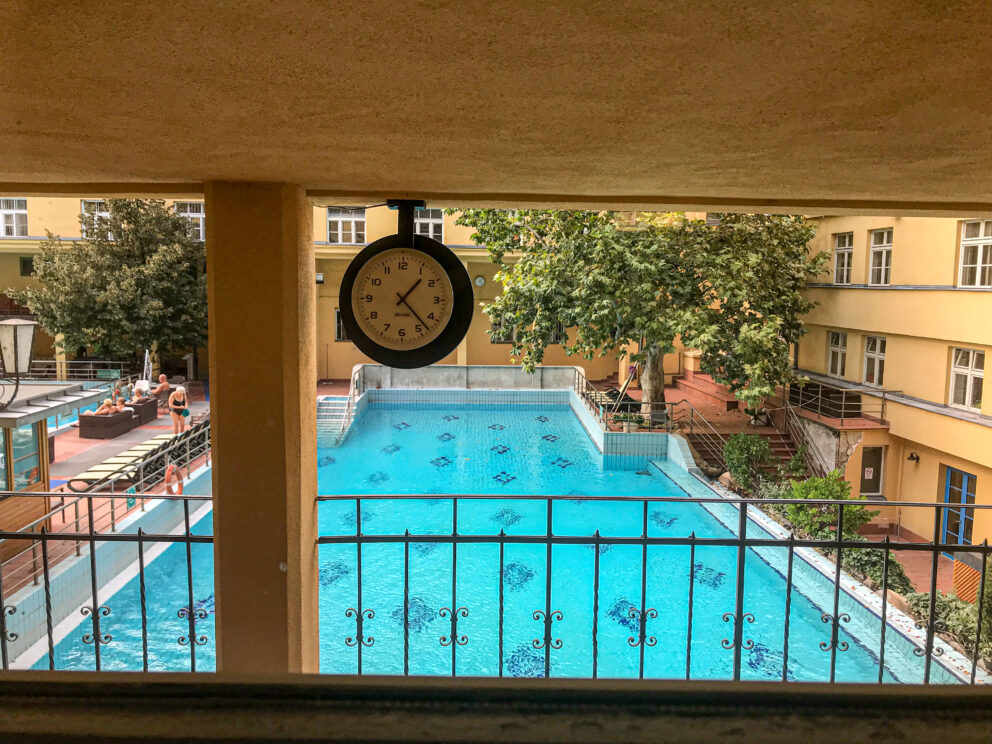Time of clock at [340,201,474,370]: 1:22
